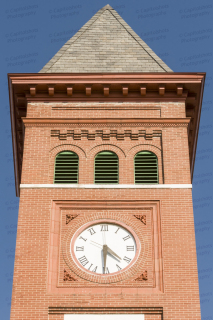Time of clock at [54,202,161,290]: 4:30
